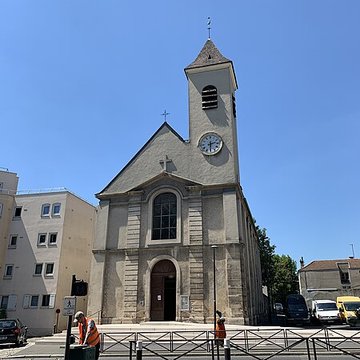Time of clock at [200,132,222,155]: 2:30
